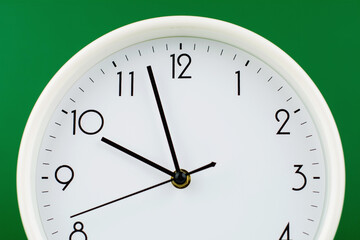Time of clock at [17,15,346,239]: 9:57
